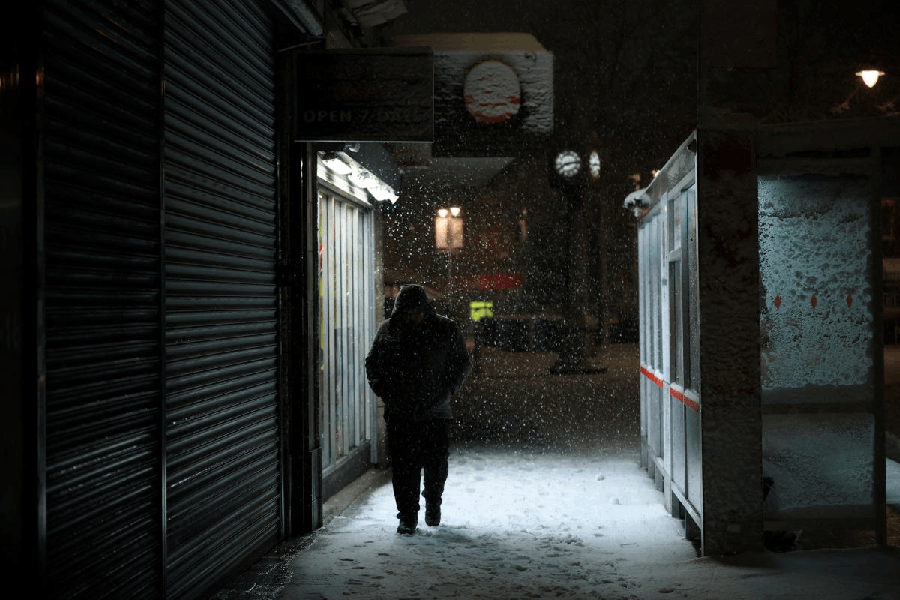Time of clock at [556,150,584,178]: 8:13
